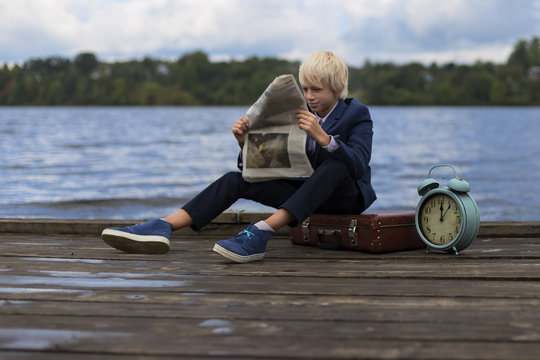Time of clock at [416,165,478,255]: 12:06
